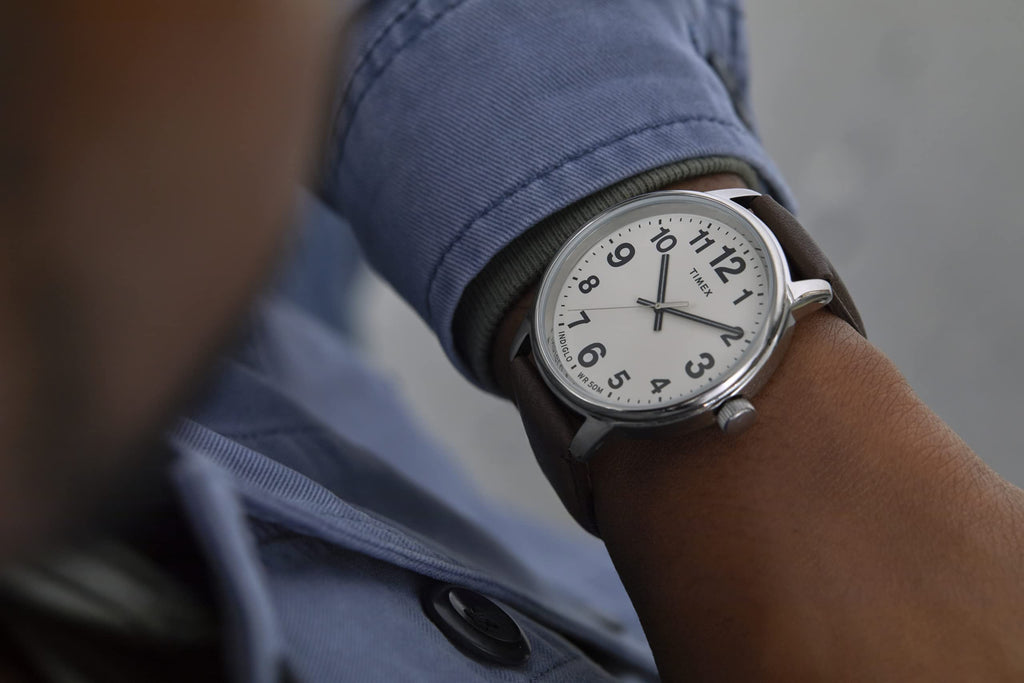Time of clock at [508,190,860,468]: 12:19
